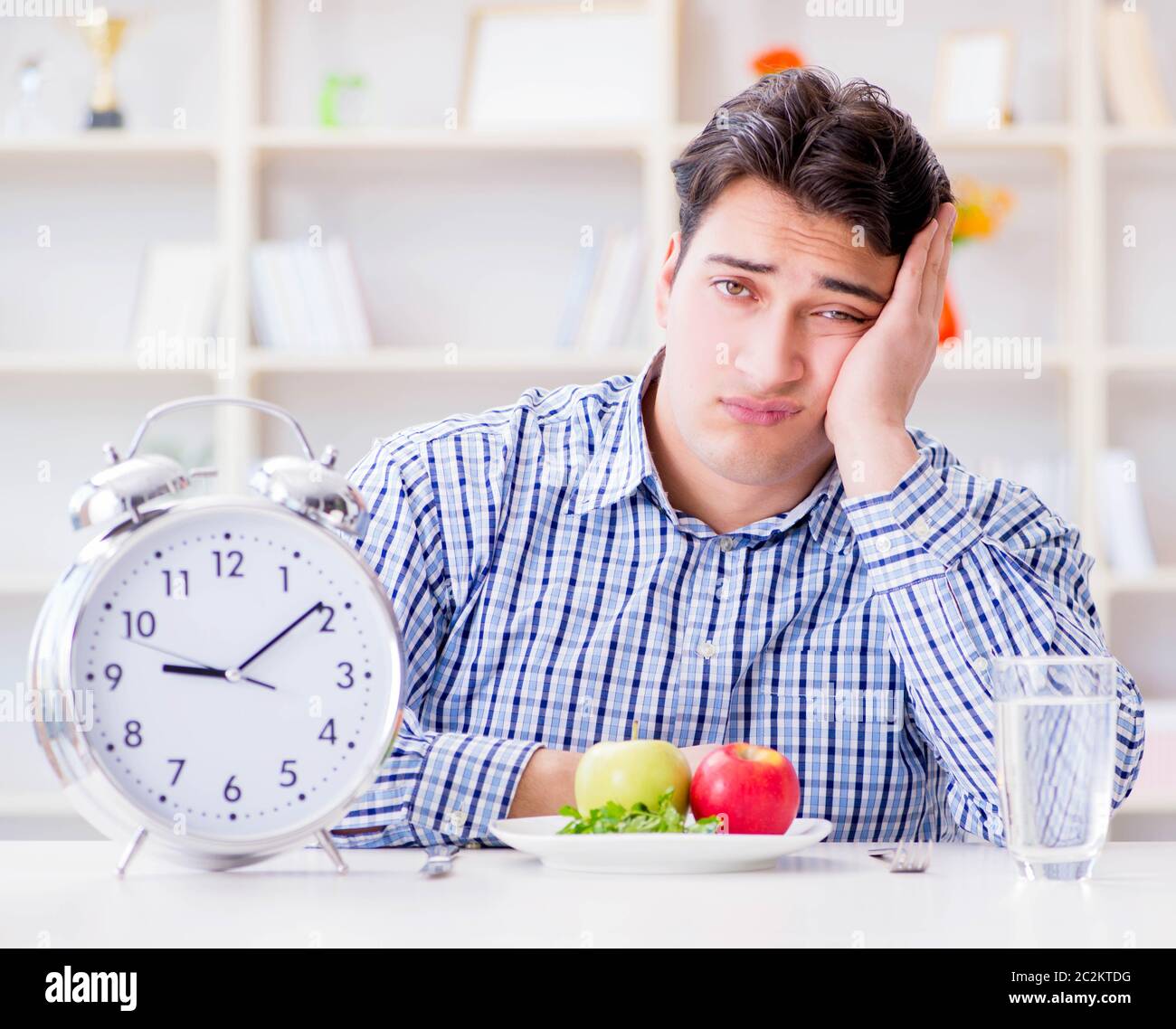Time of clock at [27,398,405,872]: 9:09
